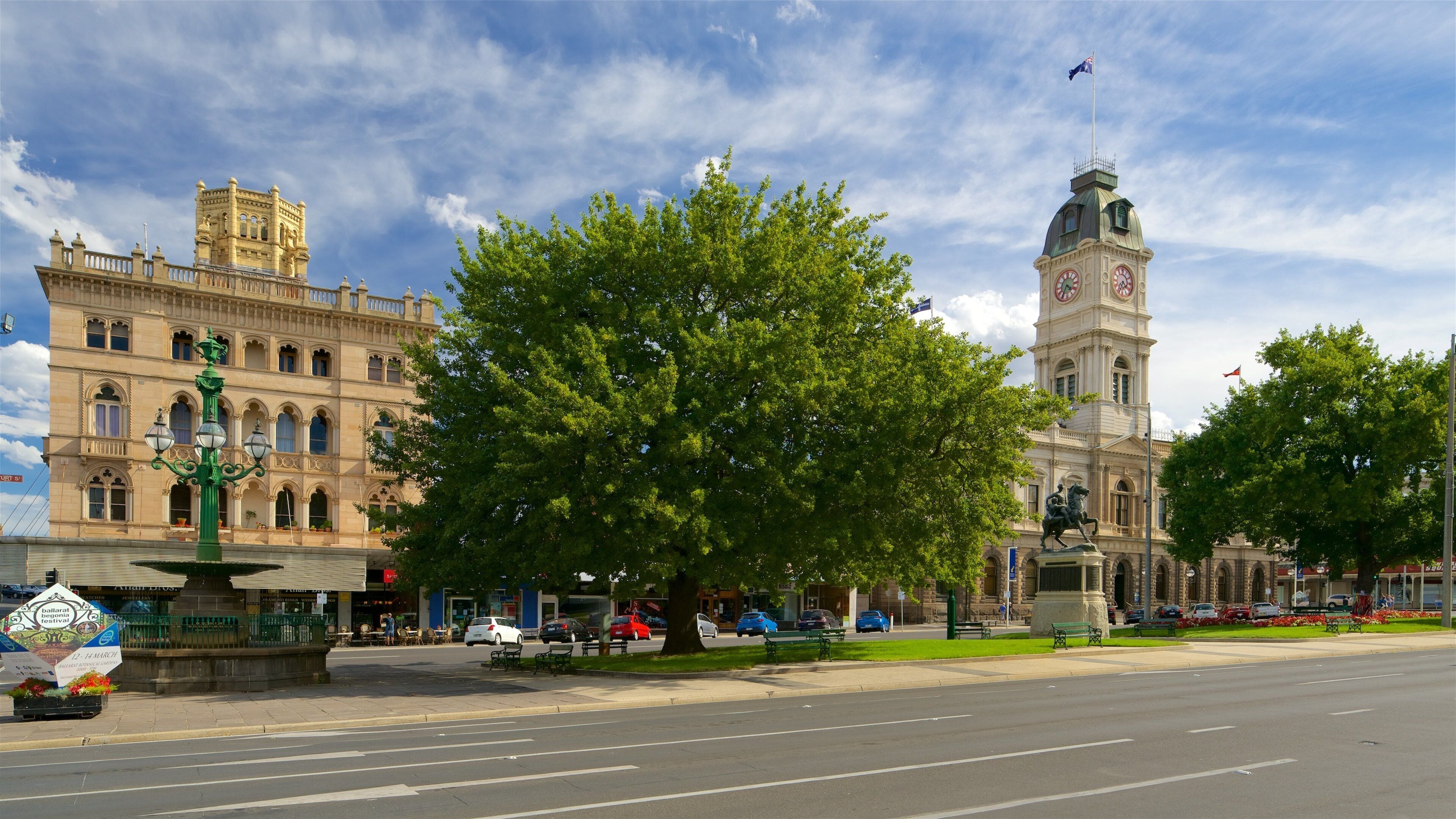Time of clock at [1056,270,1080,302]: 4:35
